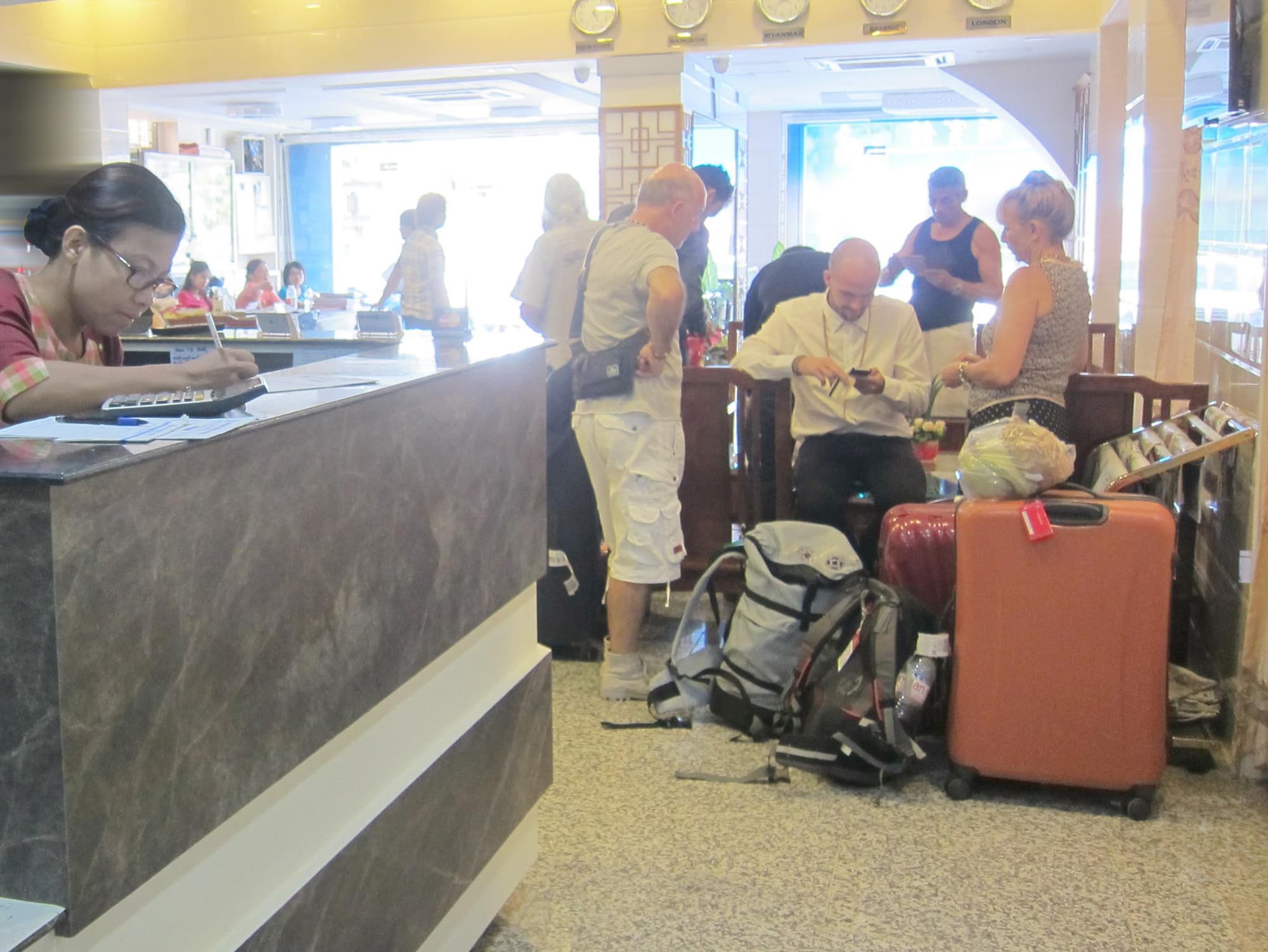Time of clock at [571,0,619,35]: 5:14
